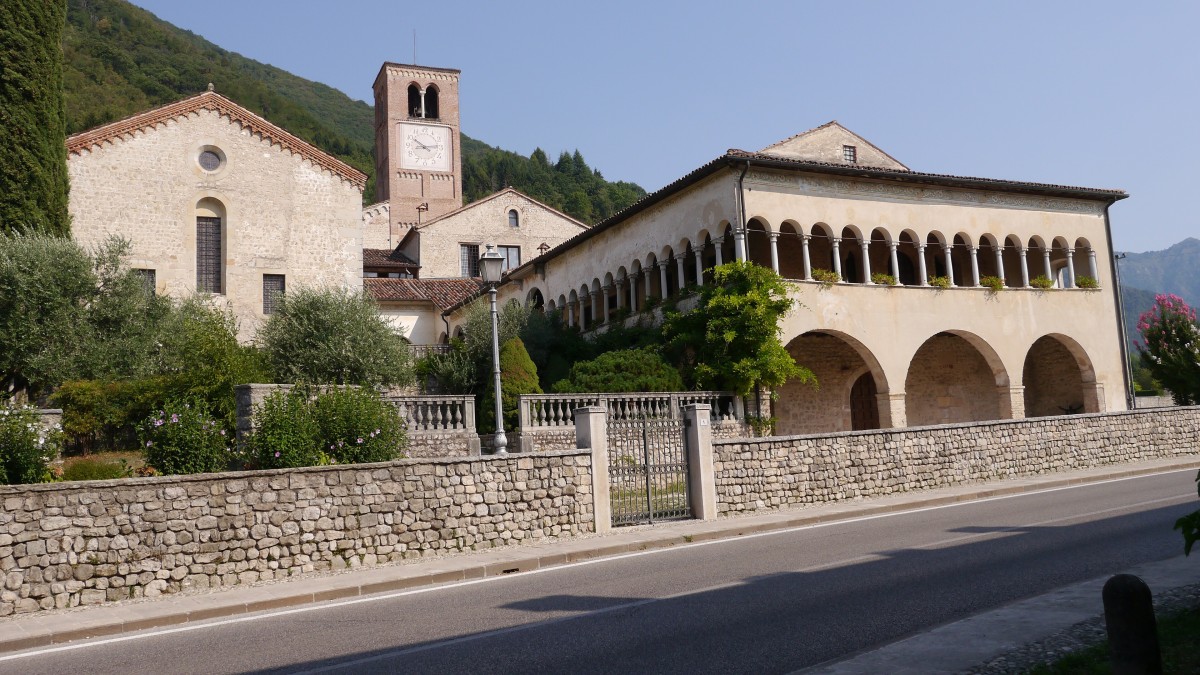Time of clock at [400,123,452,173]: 10:13
